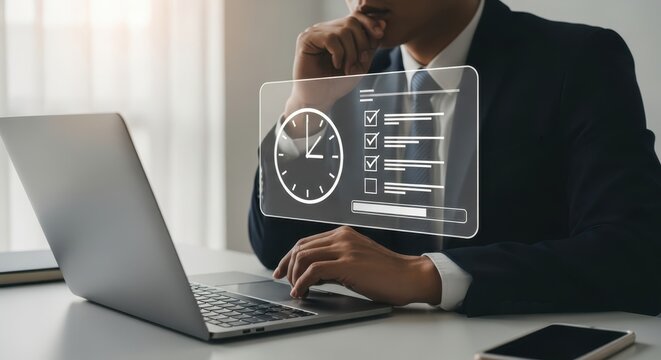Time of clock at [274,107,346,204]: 2:59
